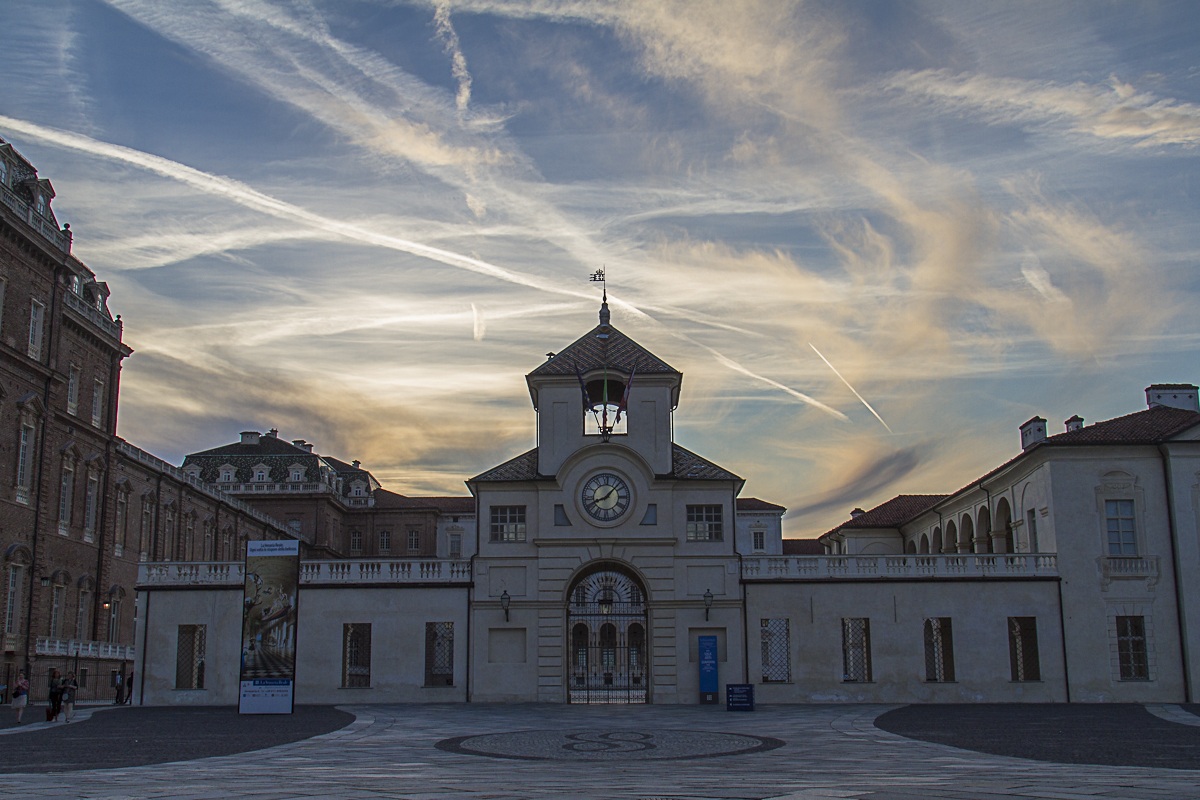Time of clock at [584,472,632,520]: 8:07
